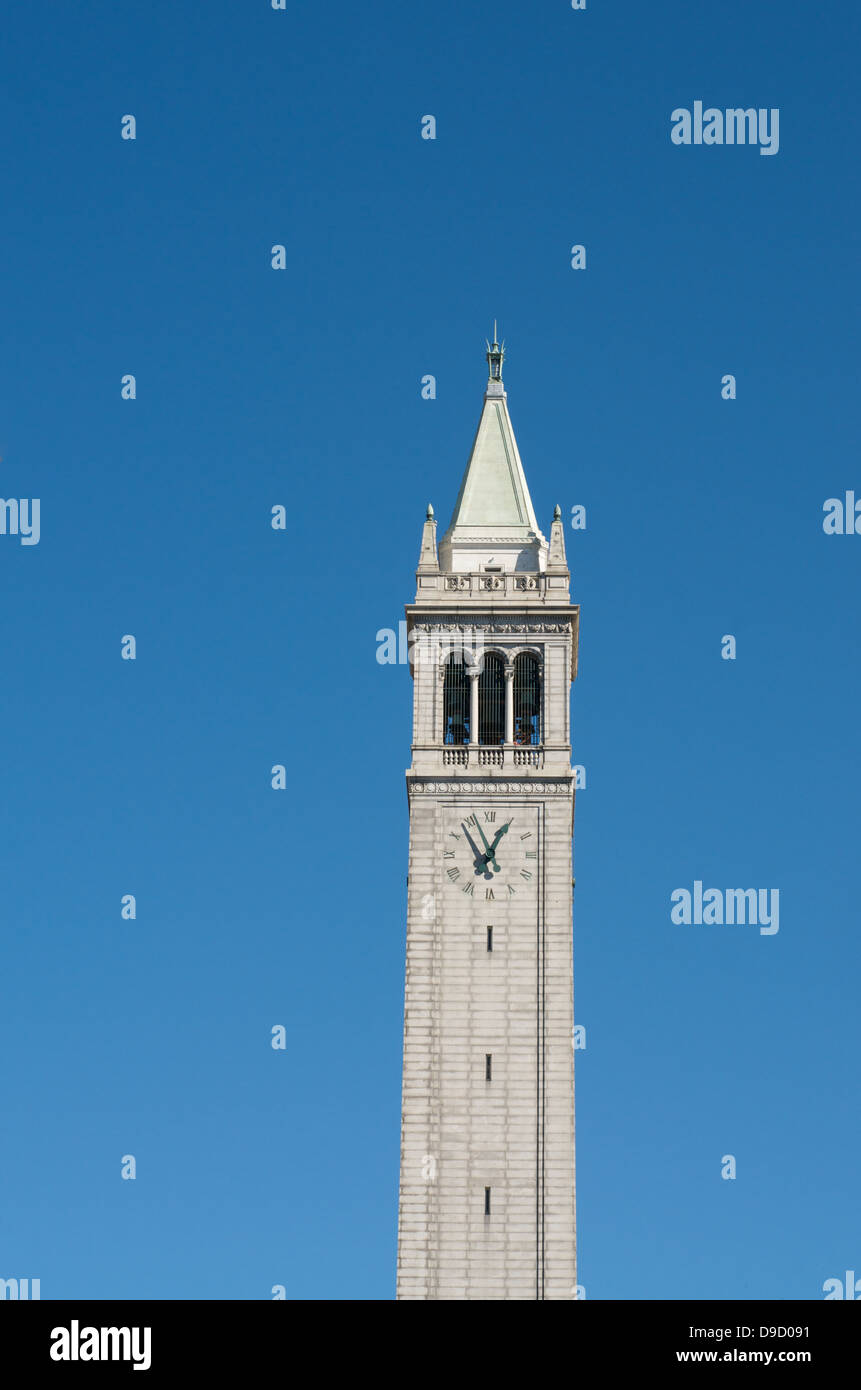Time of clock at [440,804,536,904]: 12:55
